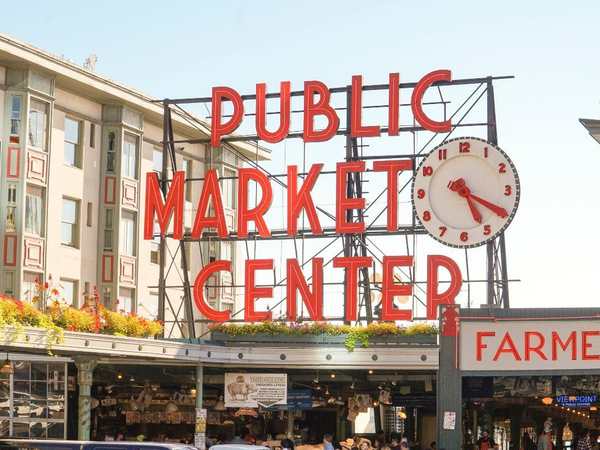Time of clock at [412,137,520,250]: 5:19
